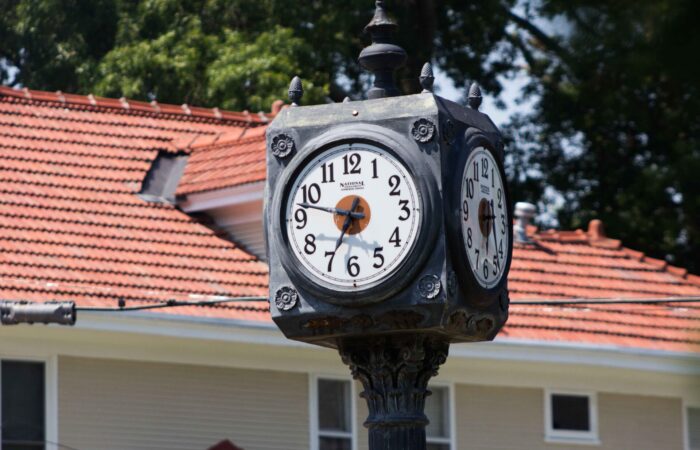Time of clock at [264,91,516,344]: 6:47
